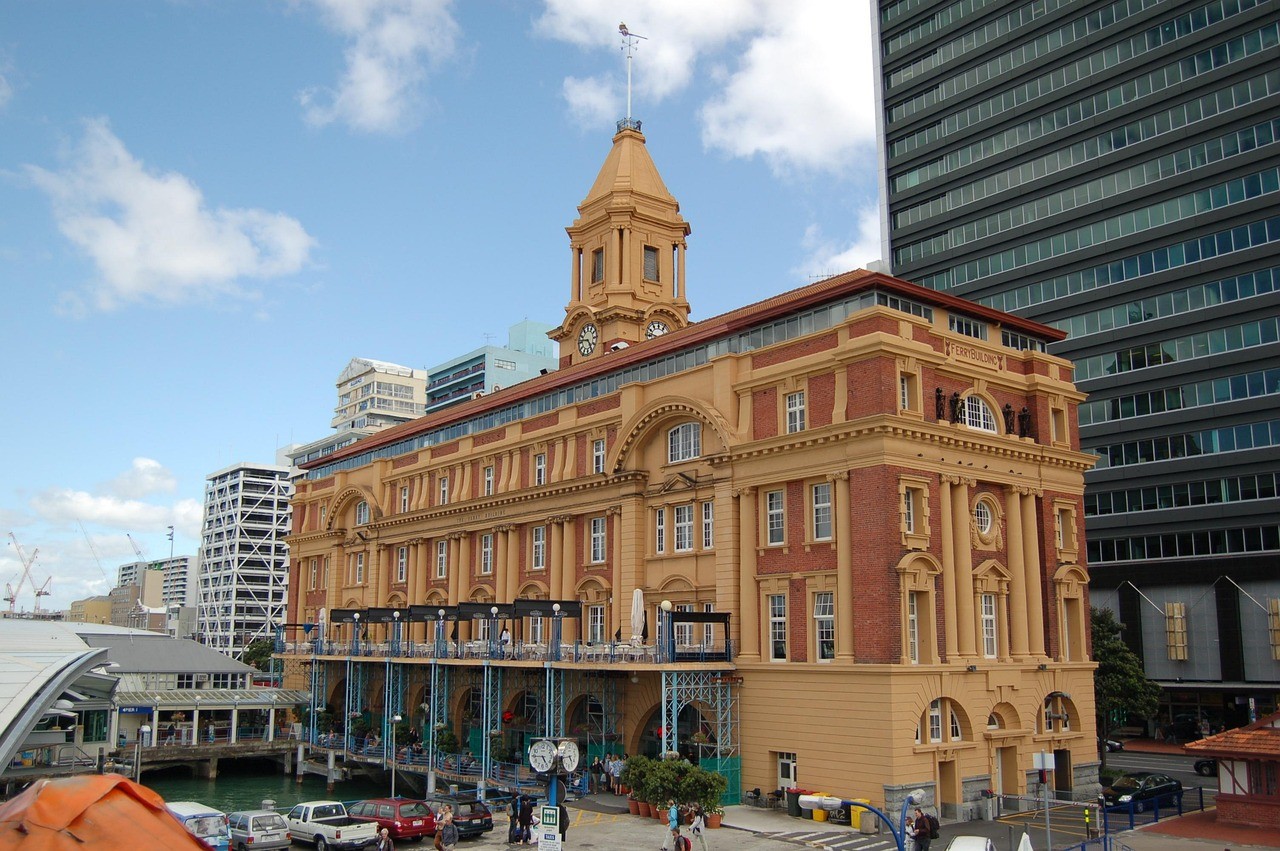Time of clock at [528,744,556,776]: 4:44
